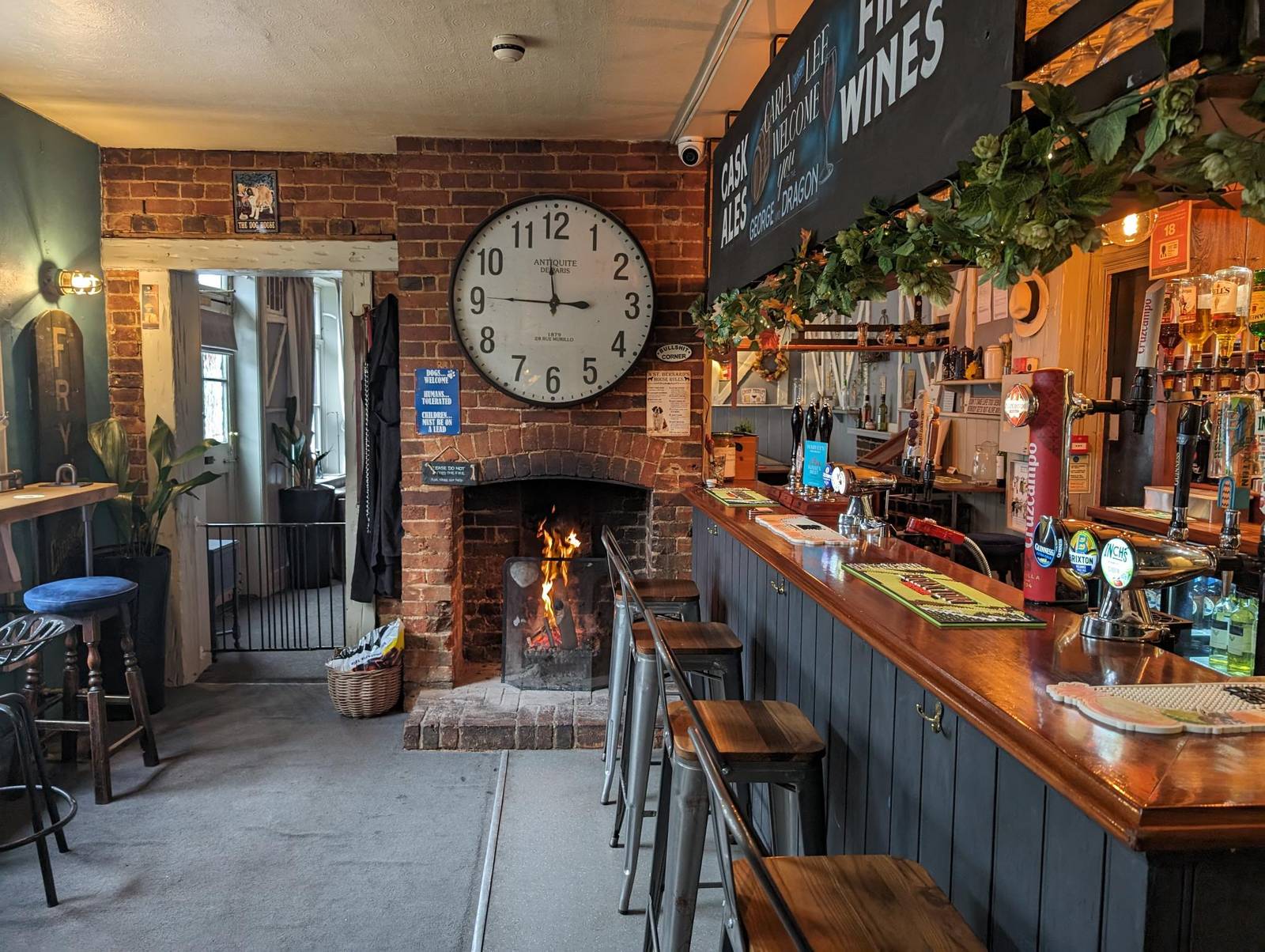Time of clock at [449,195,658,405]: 11:45
